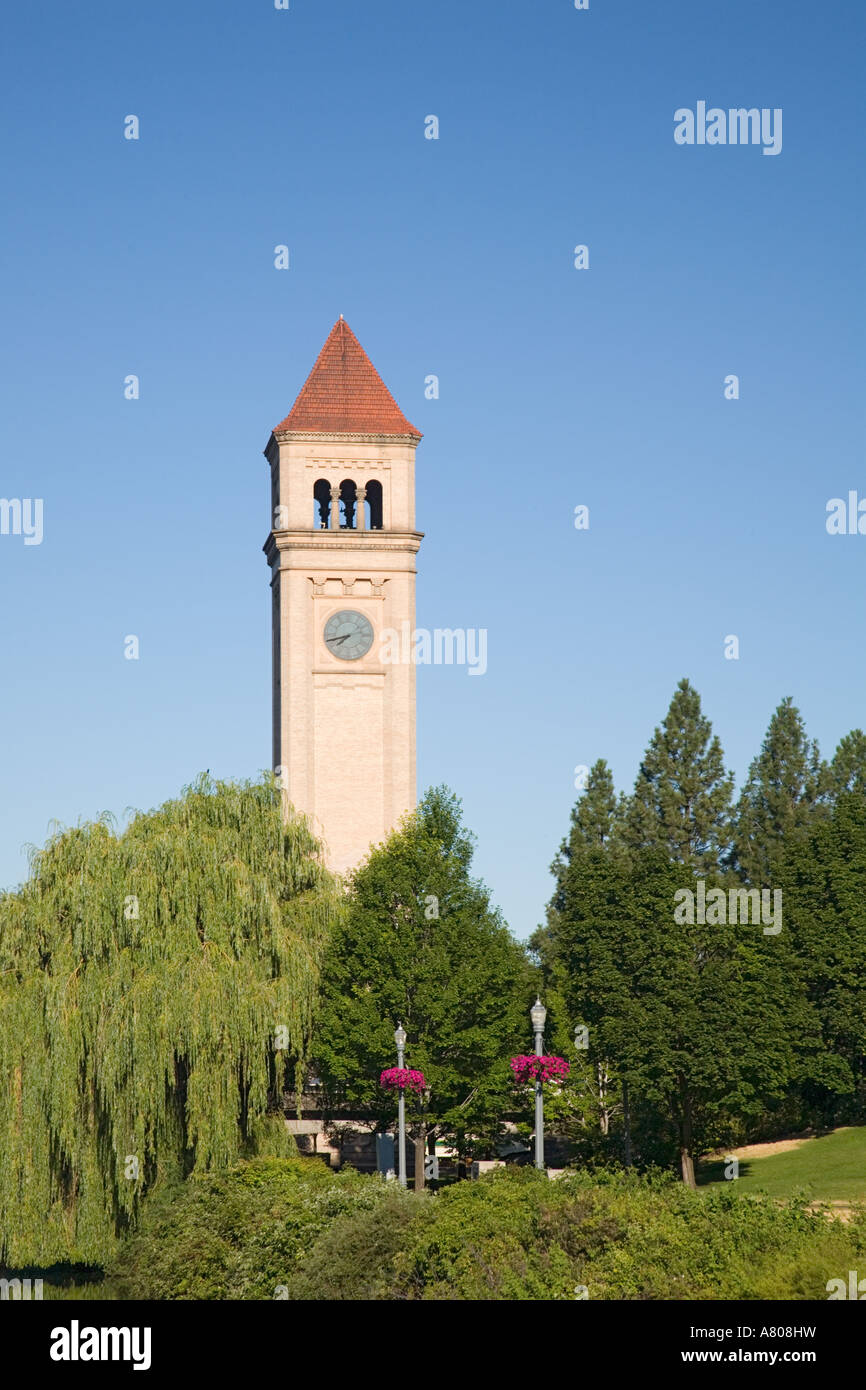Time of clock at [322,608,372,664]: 7:42
